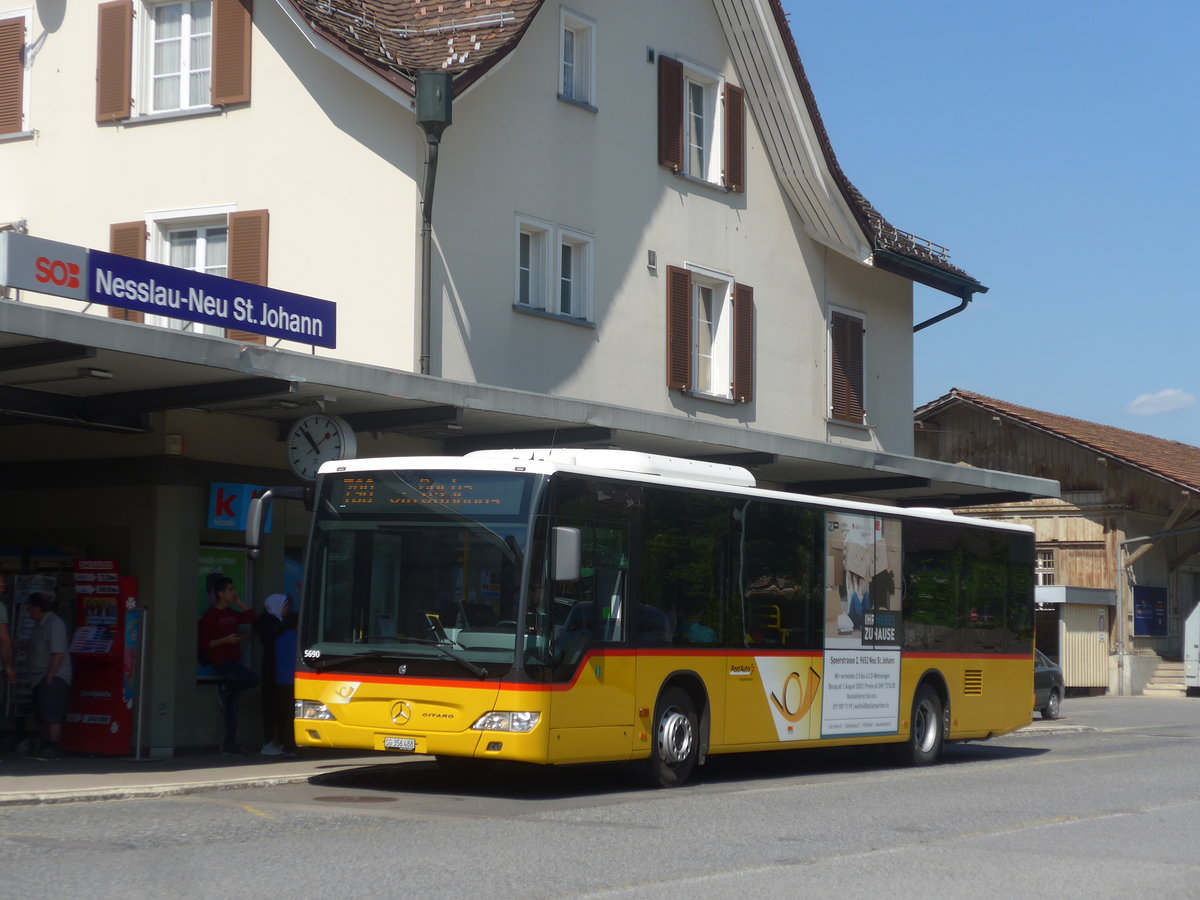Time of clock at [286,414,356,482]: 10:53
